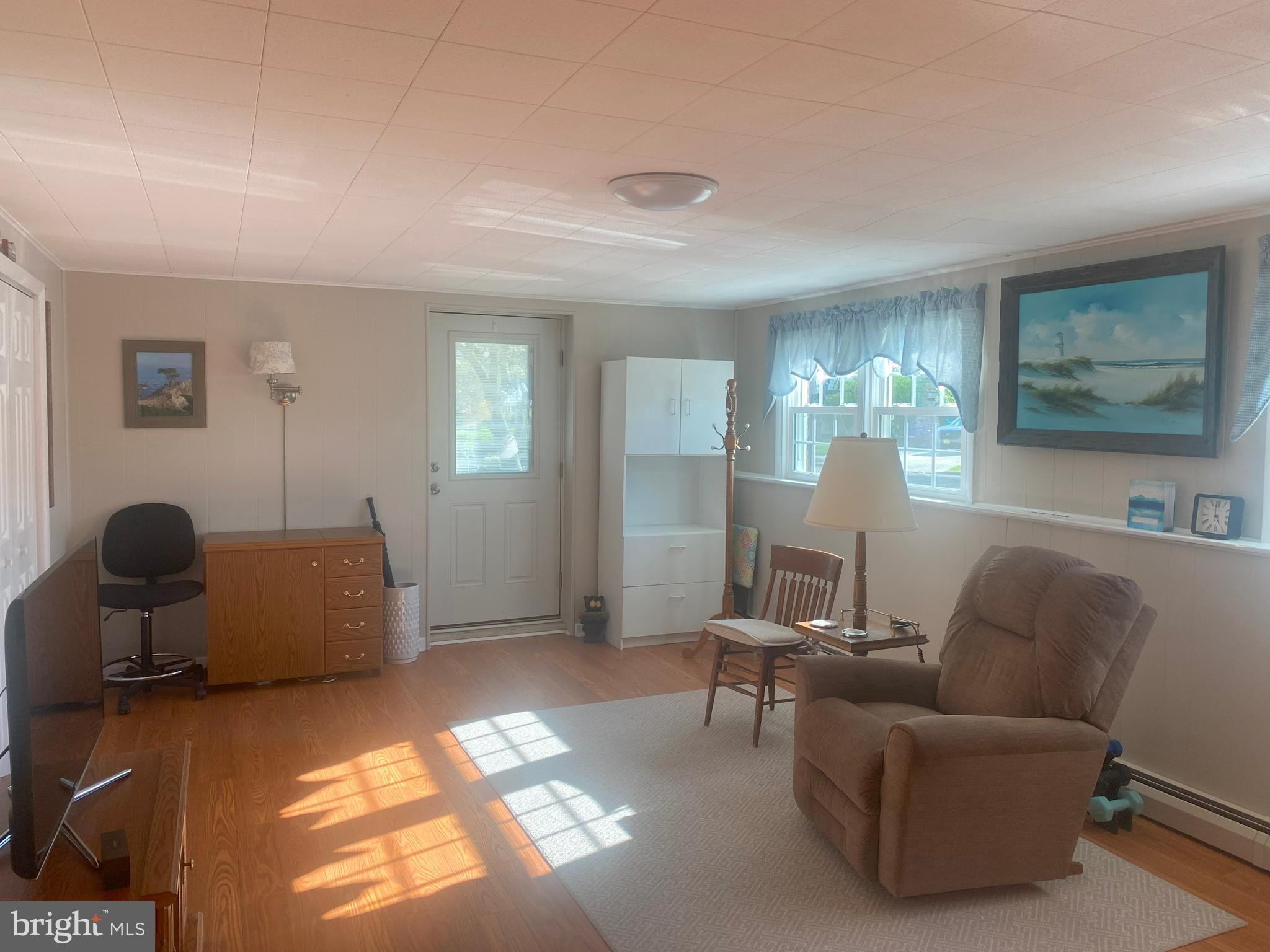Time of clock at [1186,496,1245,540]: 4:59
